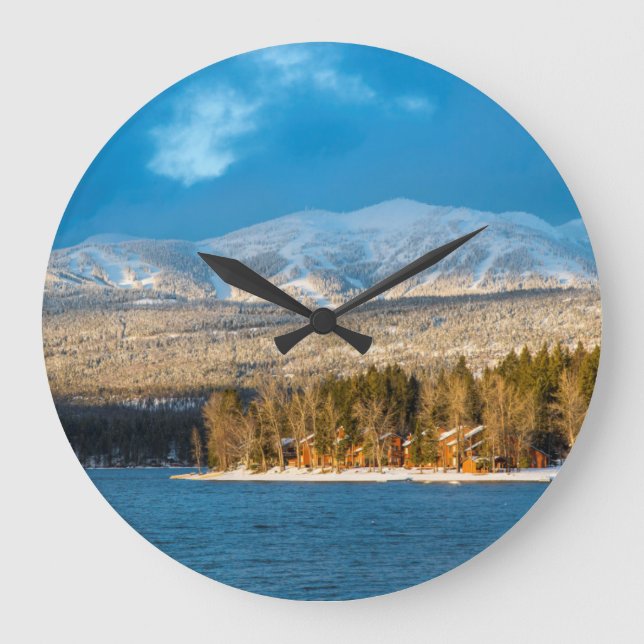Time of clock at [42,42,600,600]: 10:10
